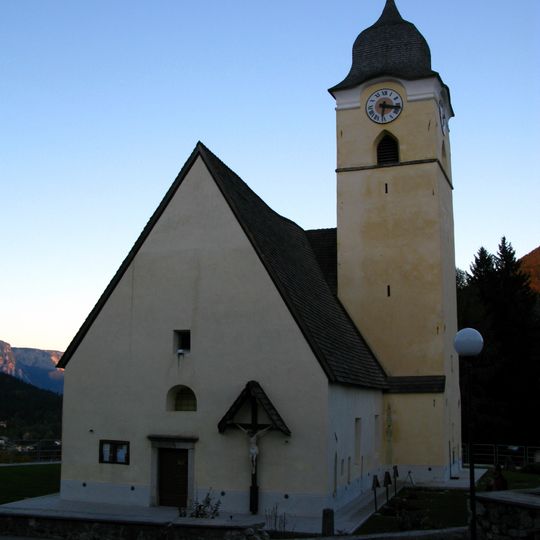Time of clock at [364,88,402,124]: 6:16
